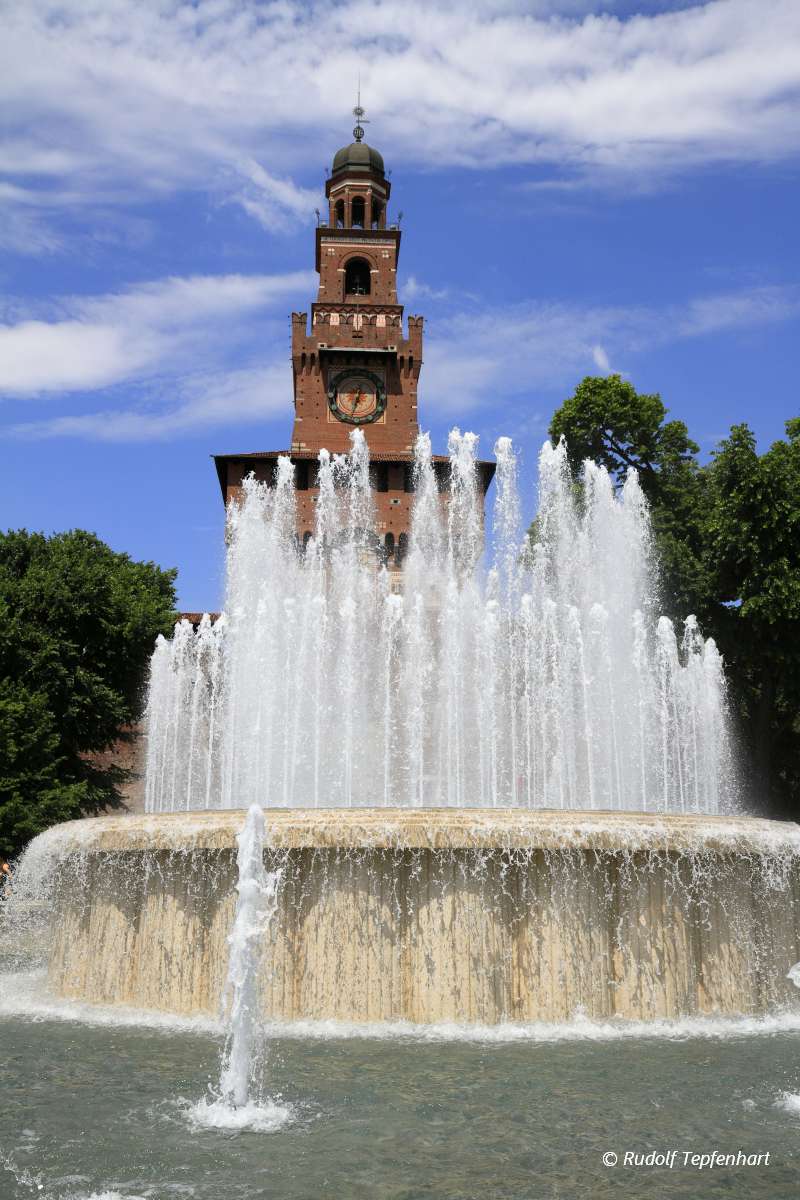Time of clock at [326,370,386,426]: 12:32
